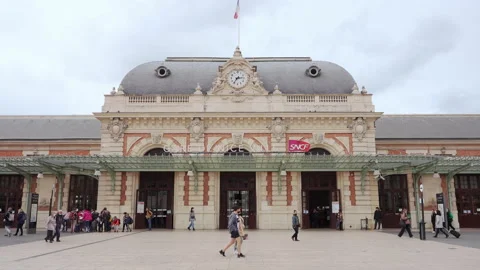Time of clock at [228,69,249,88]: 2:36
